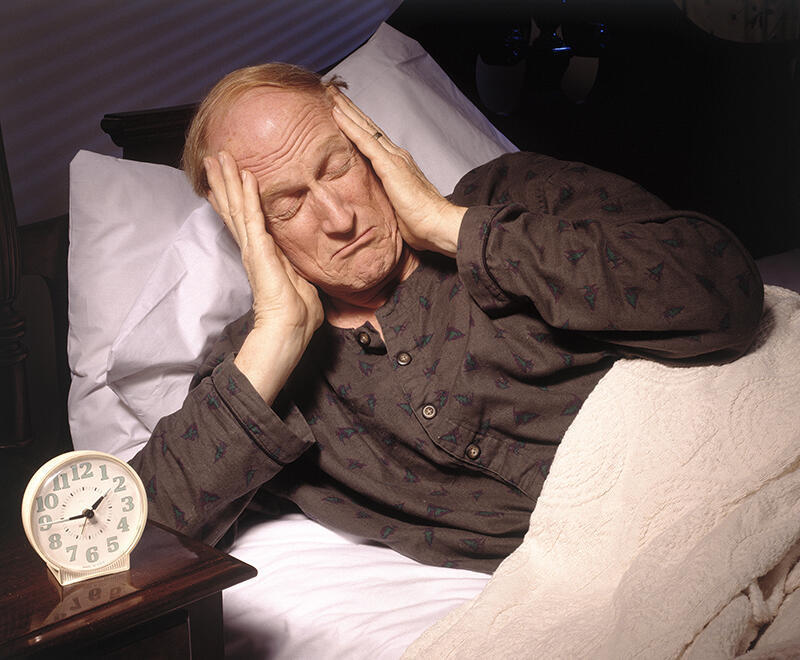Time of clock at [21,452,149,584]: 1:44
